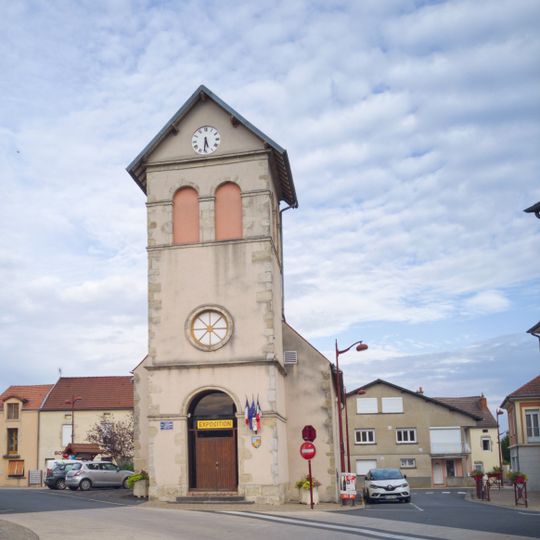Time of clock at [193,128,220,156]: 5:31
